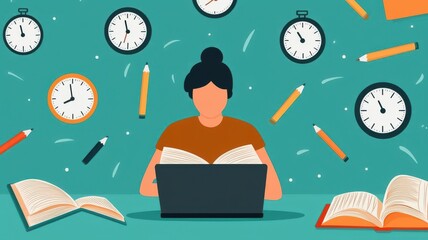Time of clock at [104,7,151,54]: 11:32
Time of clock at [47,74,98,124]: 7:58
